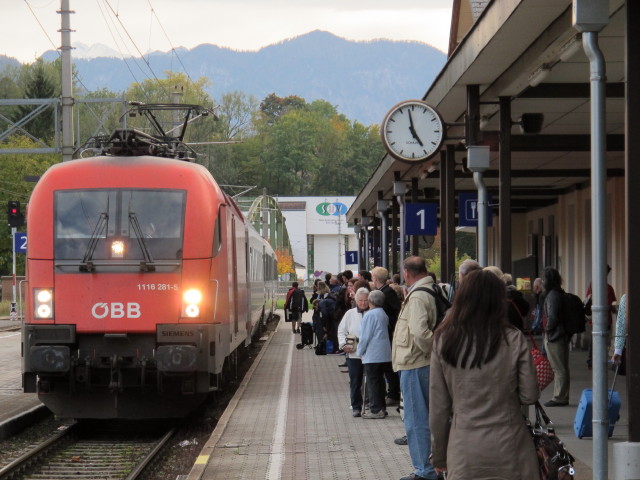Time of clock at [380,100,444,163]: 4:58
